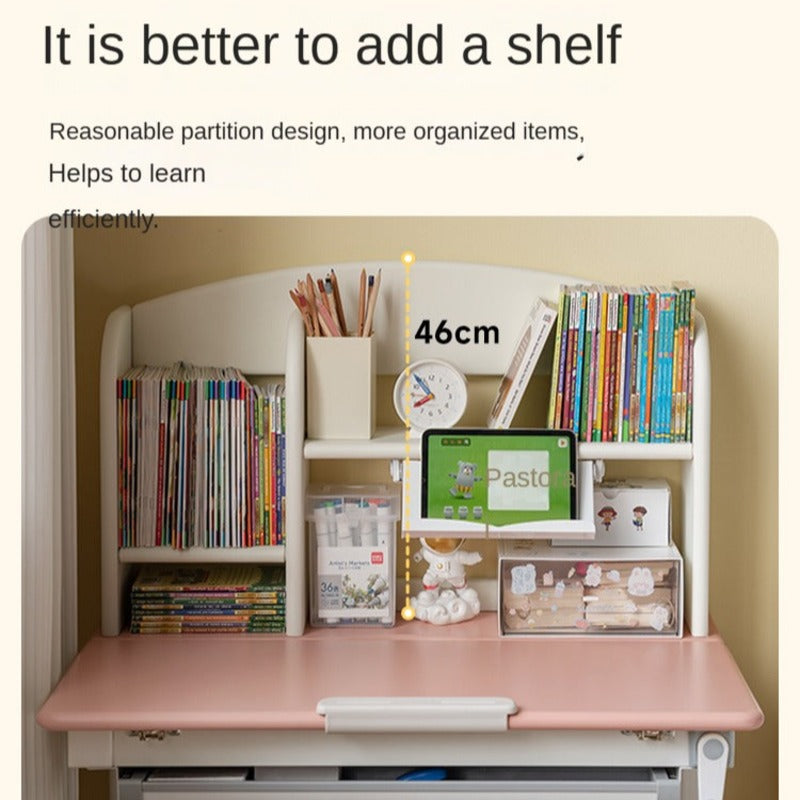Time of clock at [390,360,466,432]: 7:52
